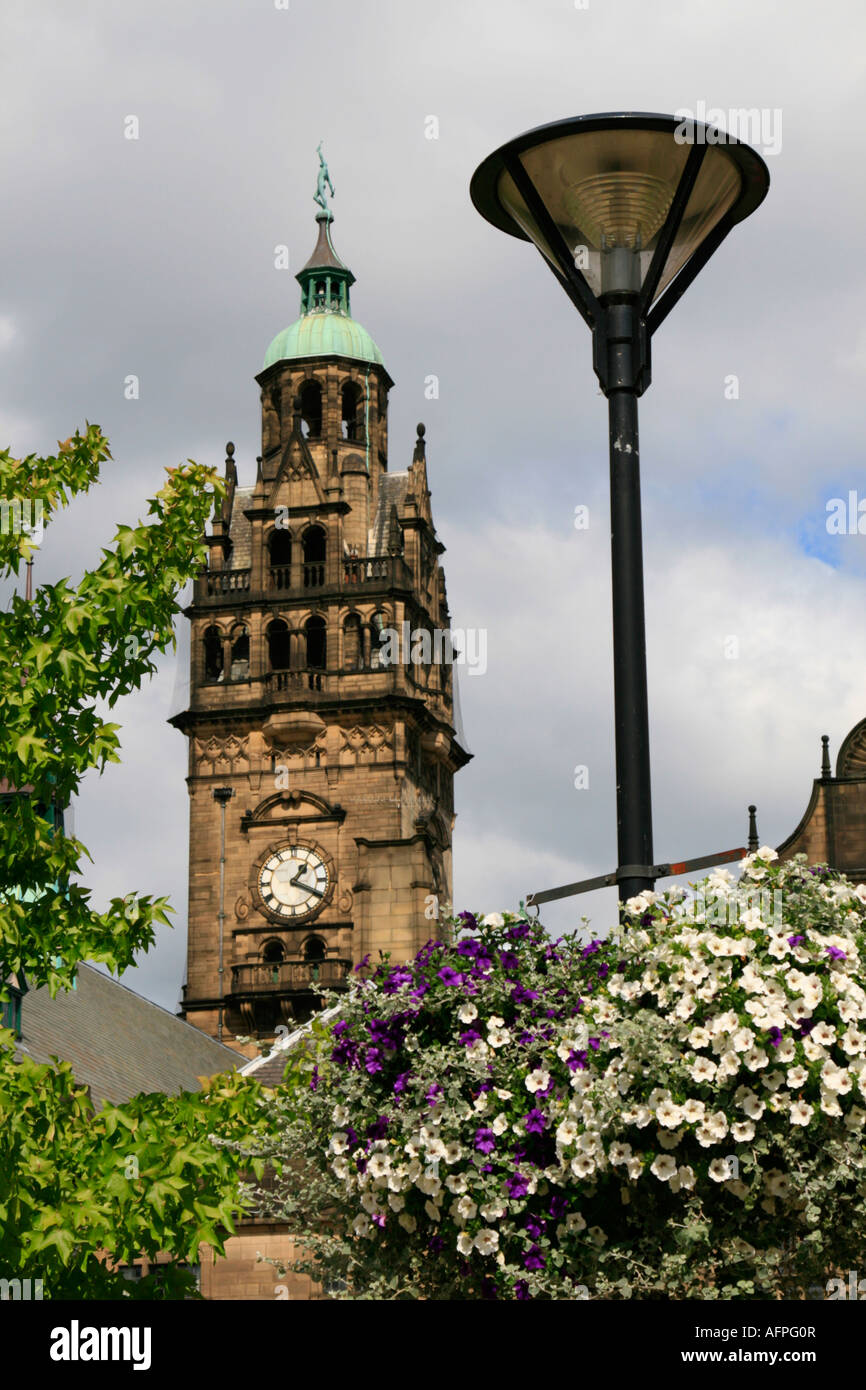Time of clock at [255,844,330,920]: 1:19
